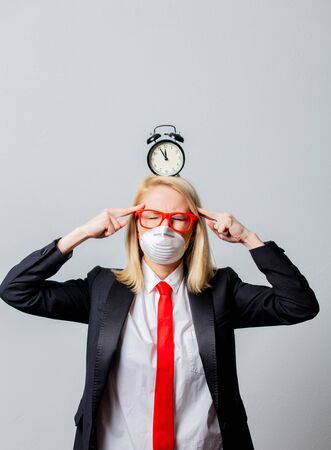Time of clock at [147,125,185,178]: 11:55
